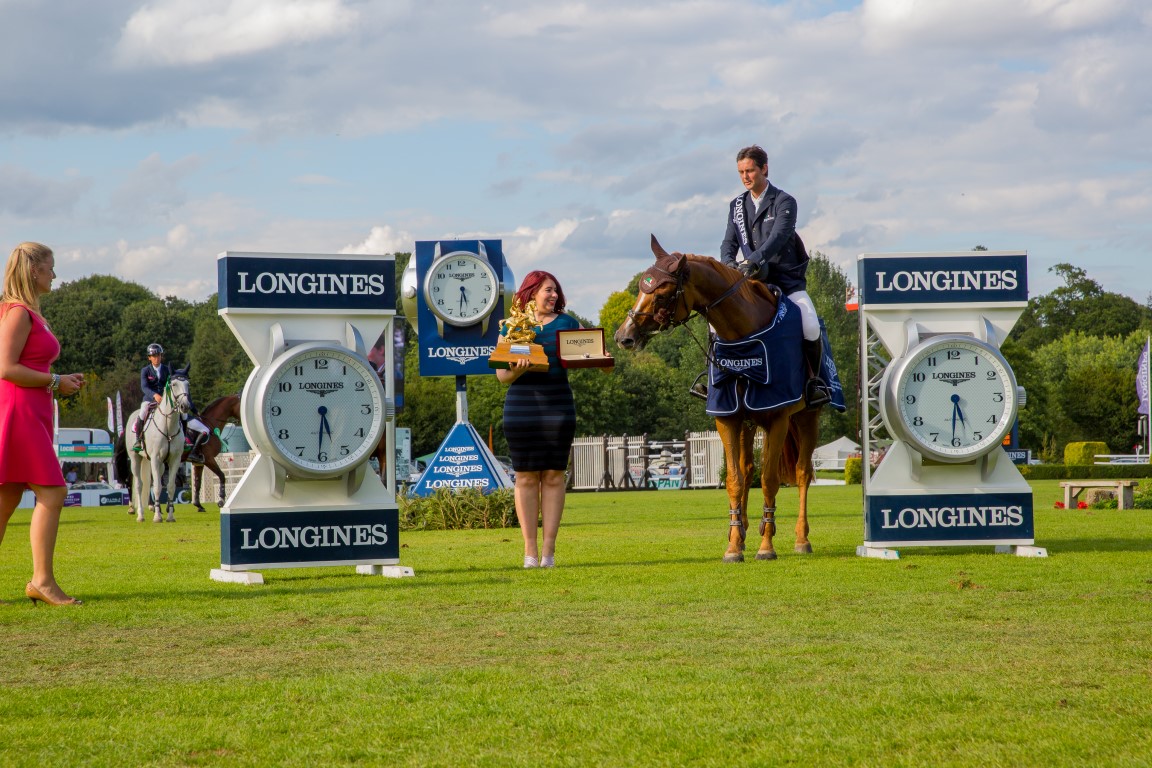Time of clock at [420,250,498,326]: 5:31
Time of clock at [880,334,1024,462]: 5:30
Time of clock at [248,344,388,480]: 5:30
